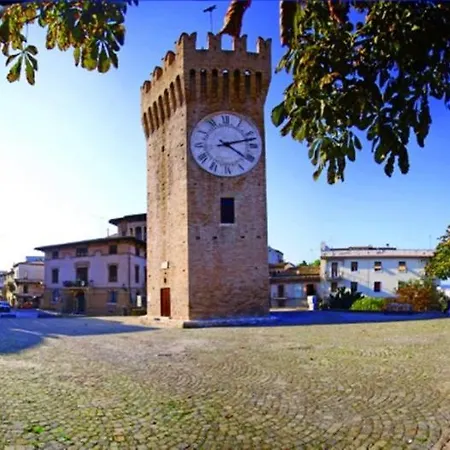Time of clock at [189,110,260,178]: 4:12
